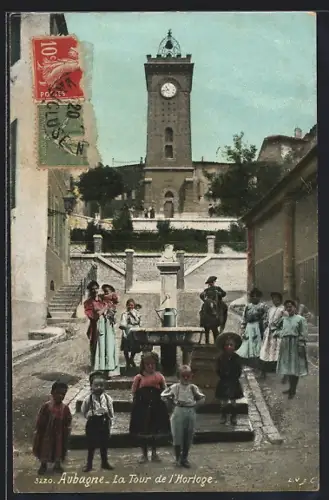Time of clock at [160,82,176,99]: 10:43
